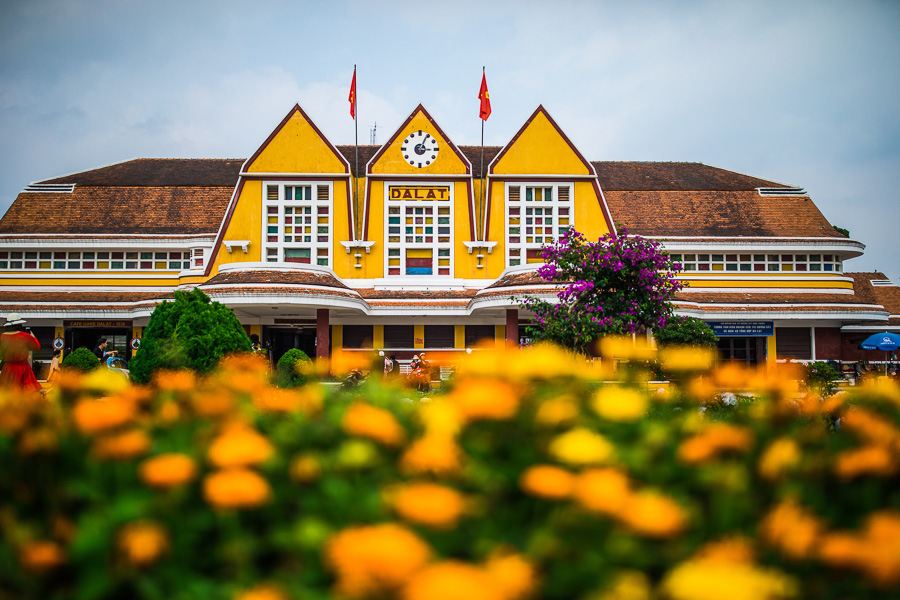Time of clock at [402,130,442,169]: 3:04
